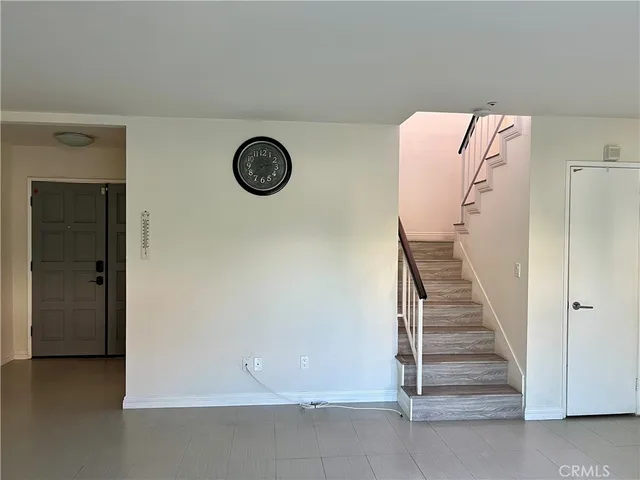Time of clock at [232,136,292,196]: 2:37
